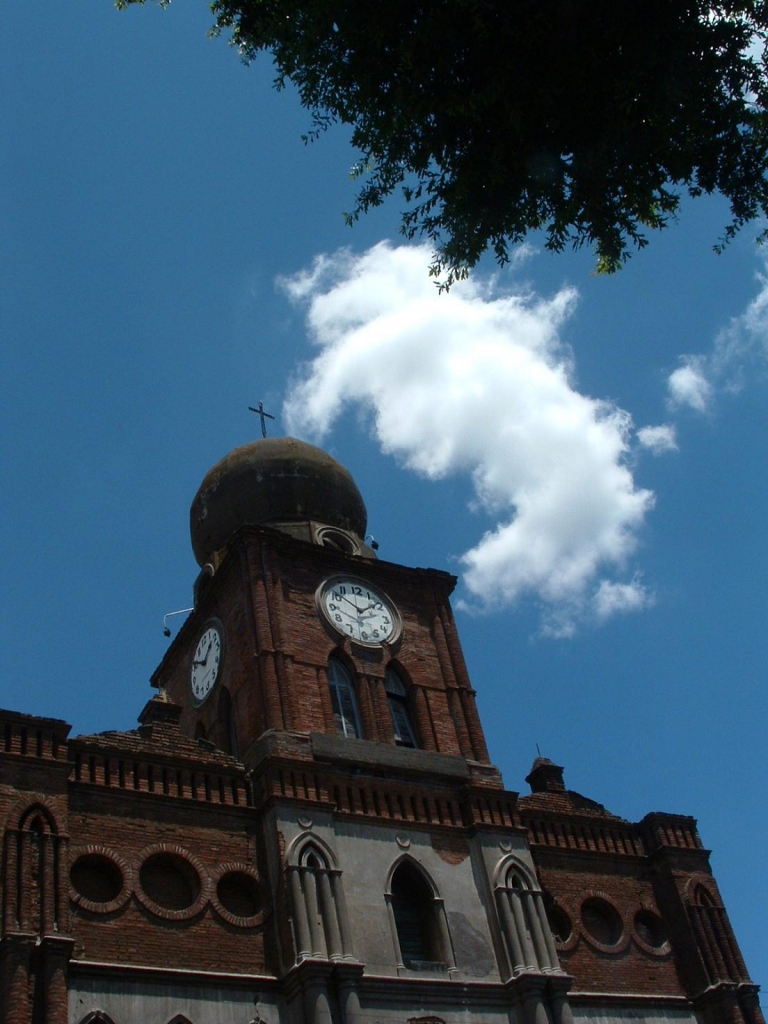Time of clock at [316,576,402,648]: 1:51
